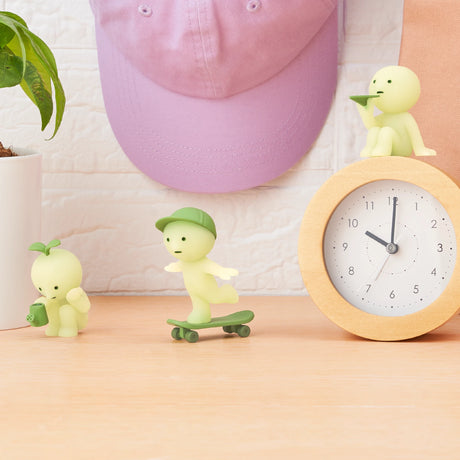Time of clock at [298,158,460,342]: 10:00
